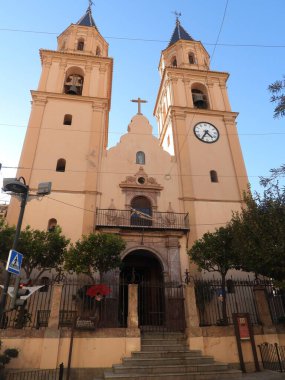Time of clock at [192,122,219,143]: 4:35
